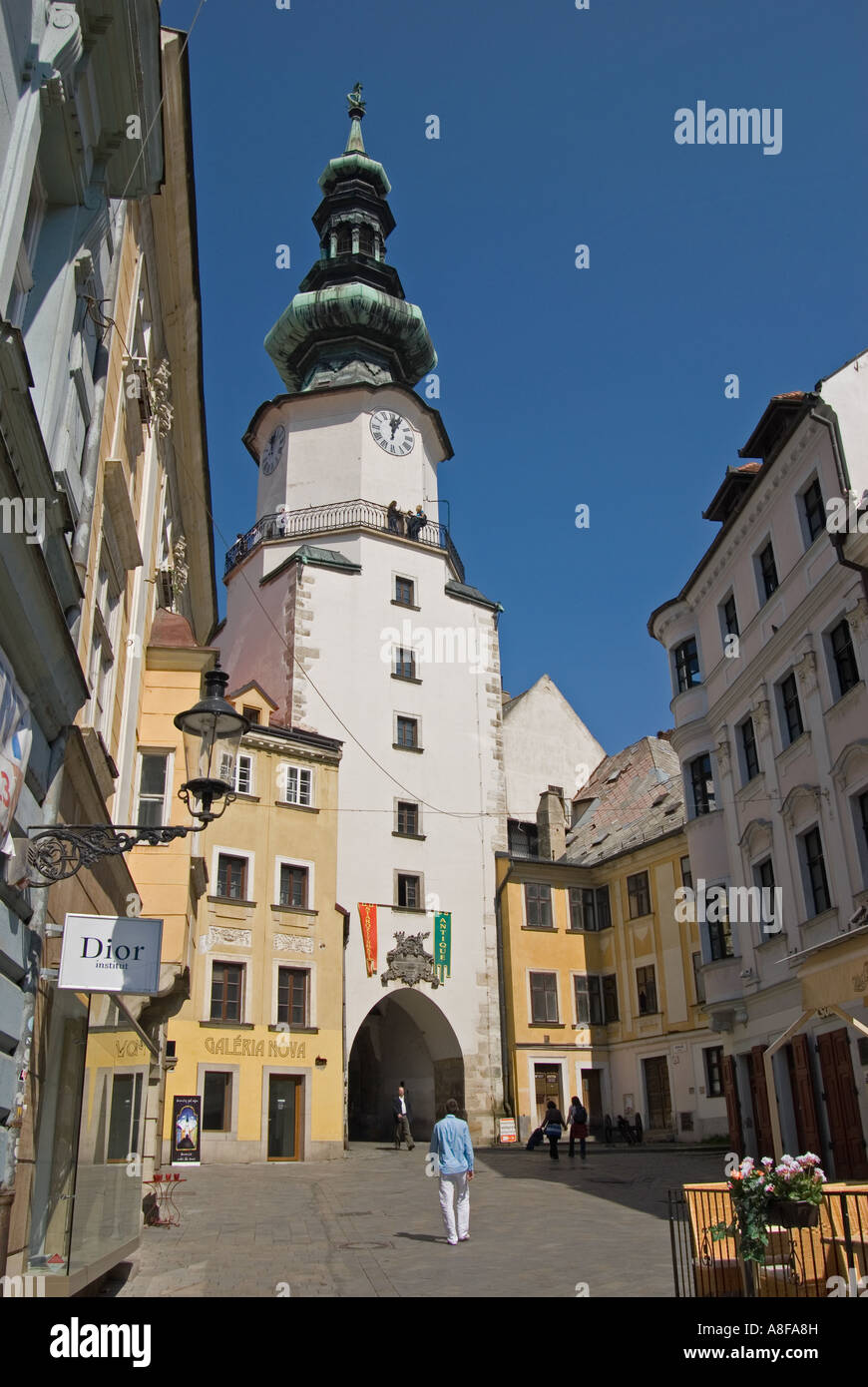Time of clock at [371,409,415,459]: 12:03
